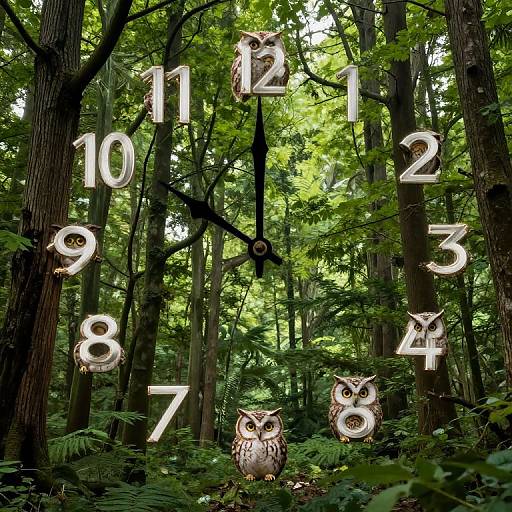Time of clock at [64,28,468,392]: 11:49
